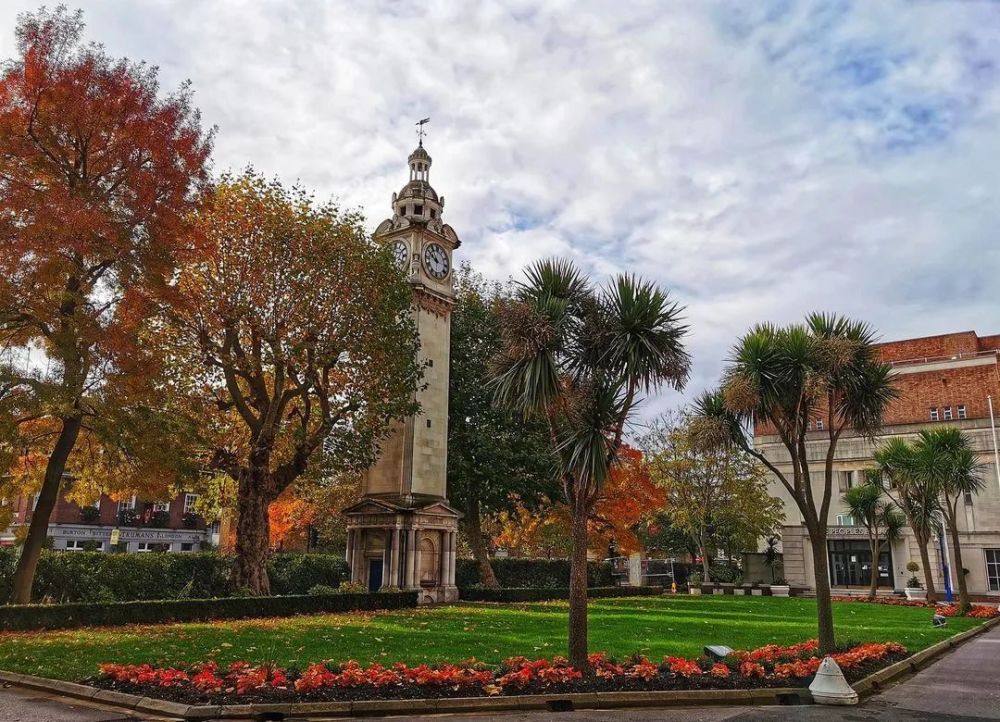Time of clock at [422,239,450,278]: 9:50
